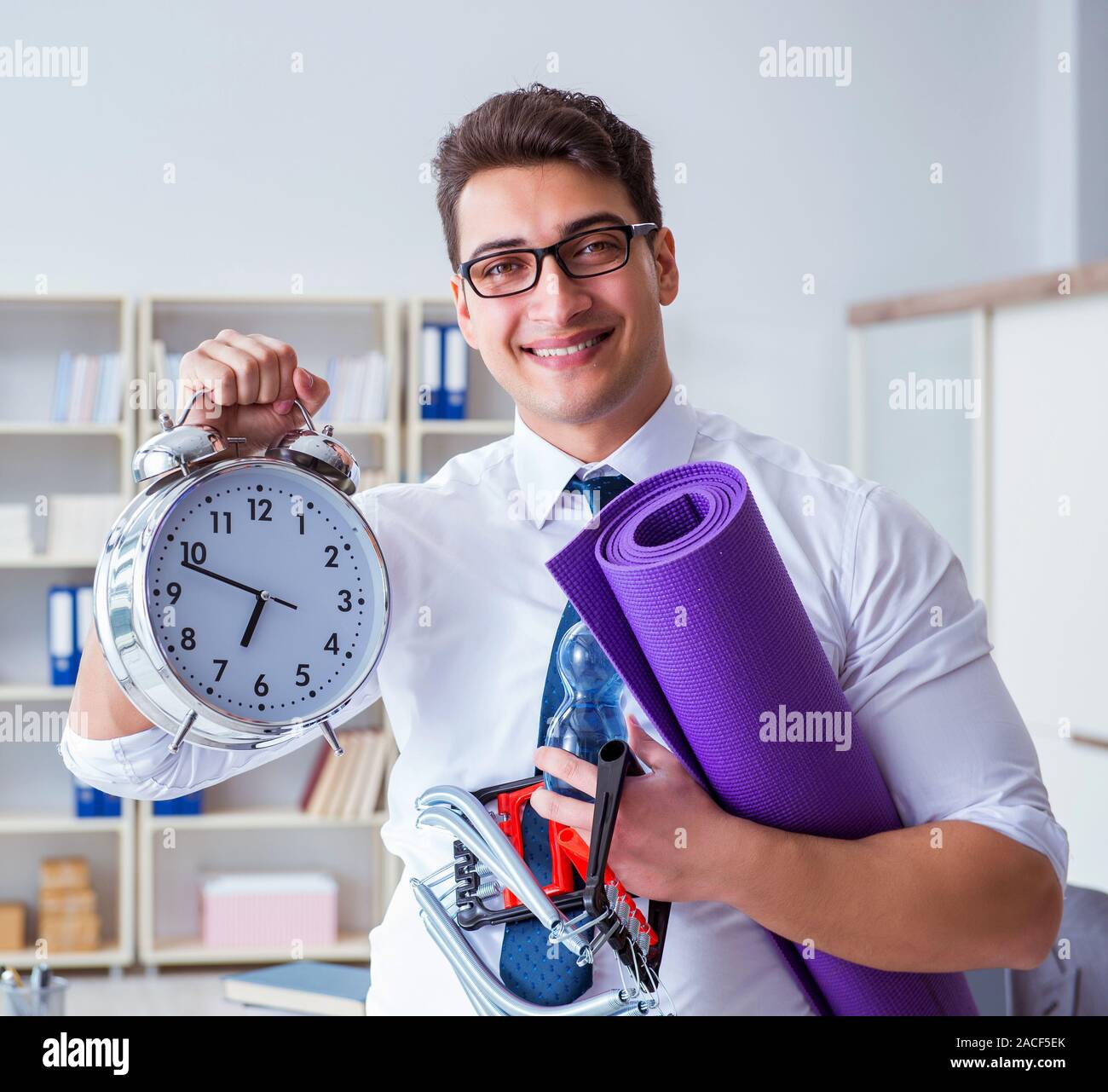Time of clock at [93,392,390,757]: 6:48
